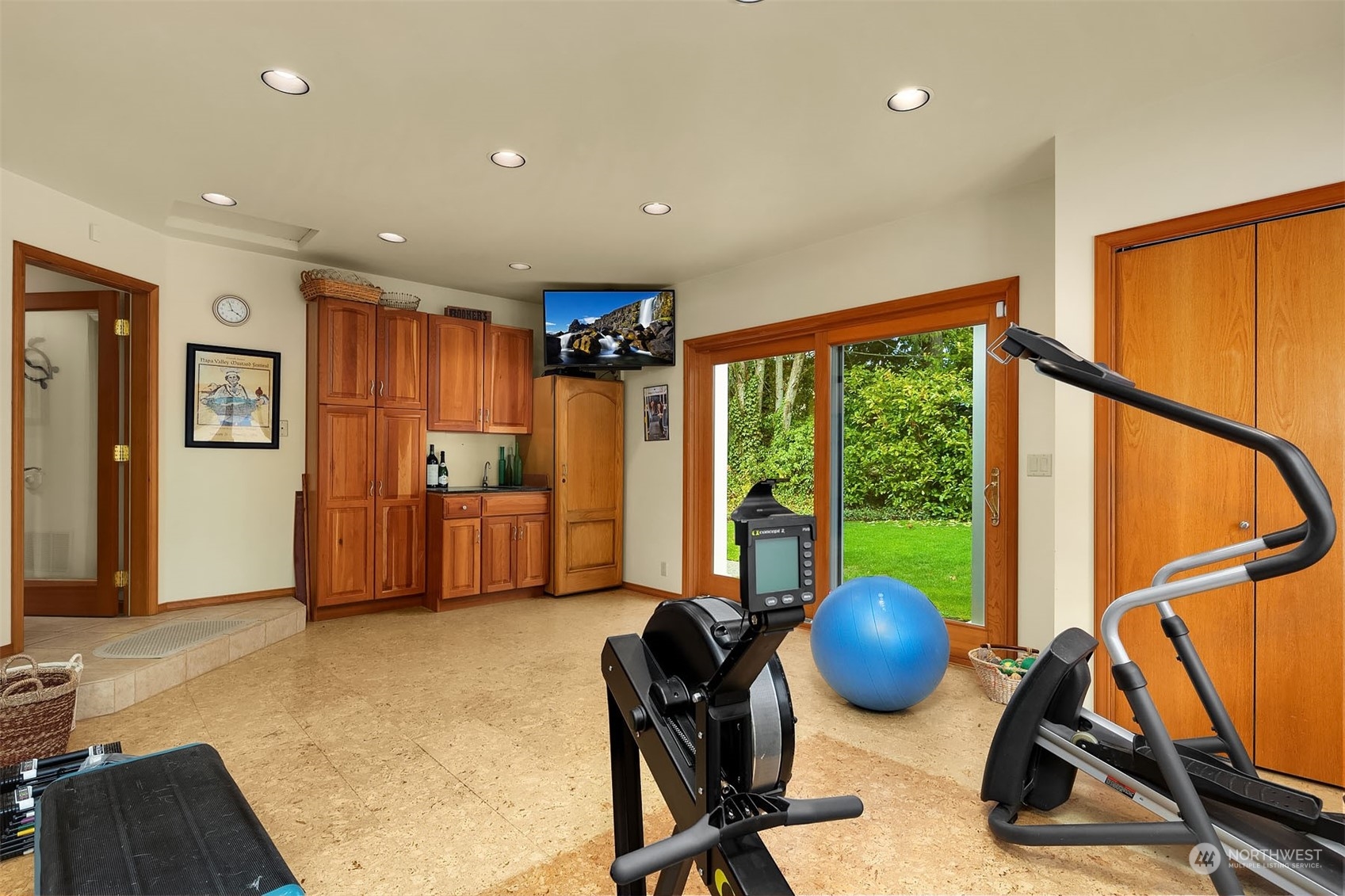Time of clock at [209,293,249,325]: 3:57
